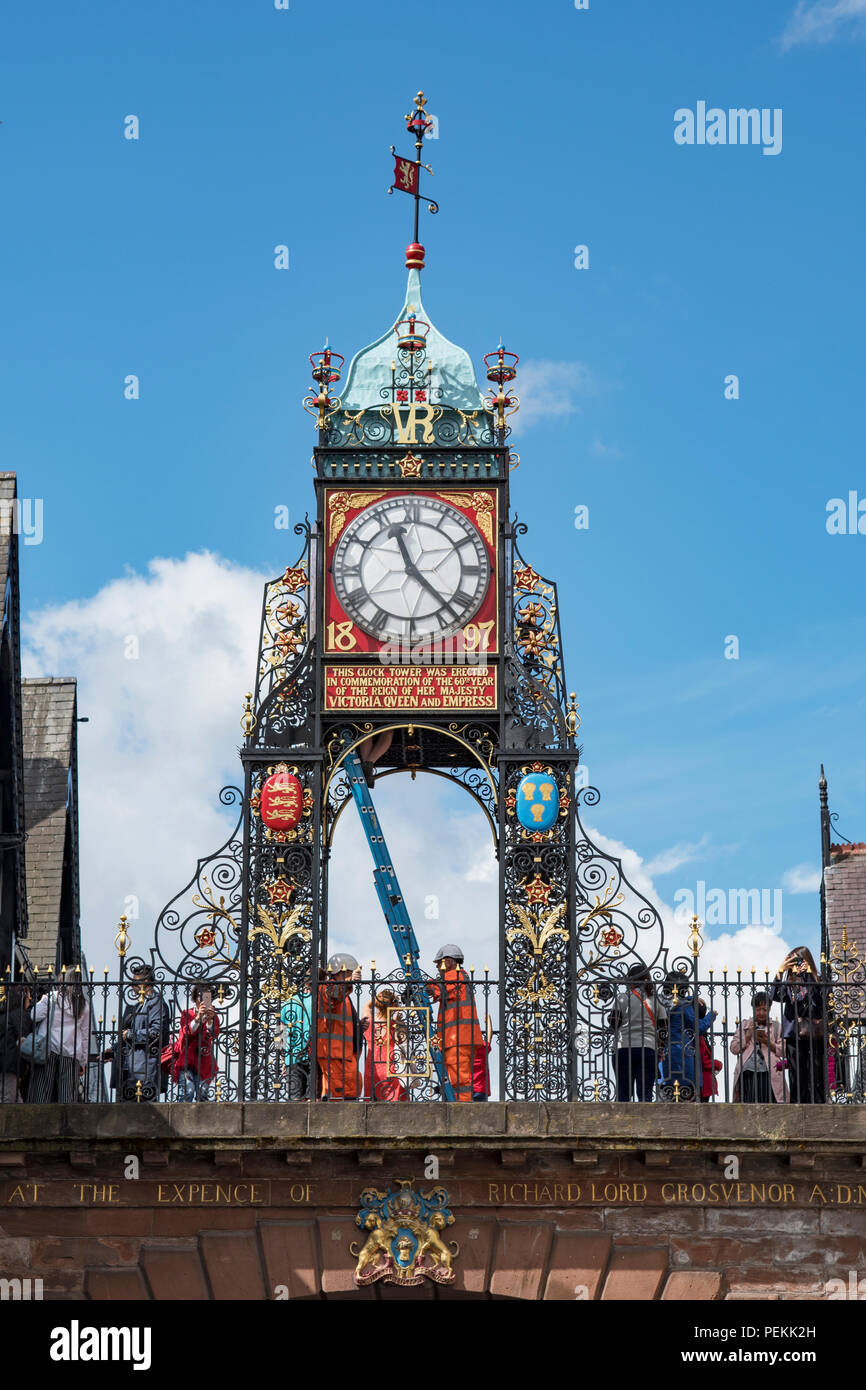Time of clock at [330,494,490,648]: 11:22
